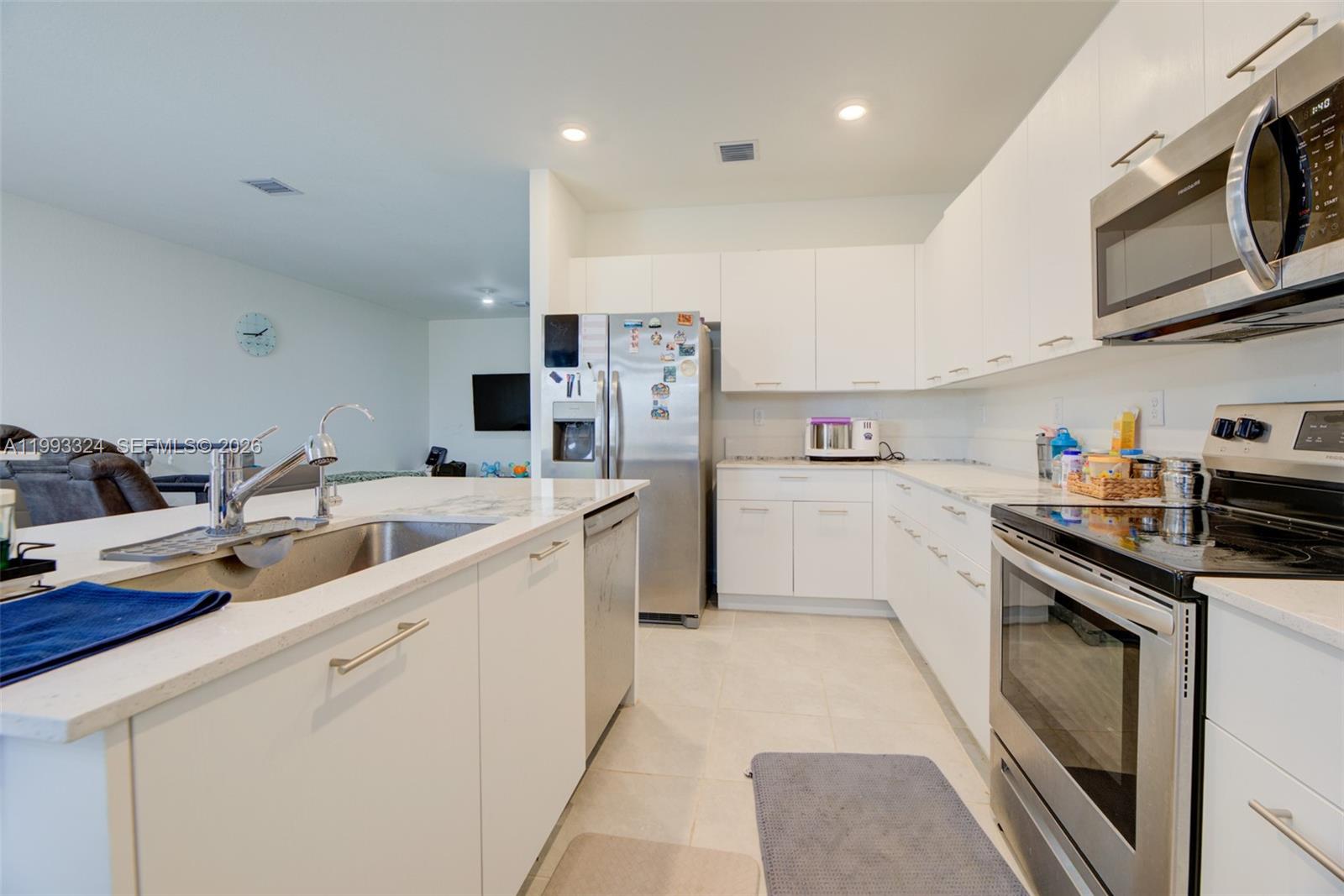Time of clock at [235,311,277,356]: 1:44
